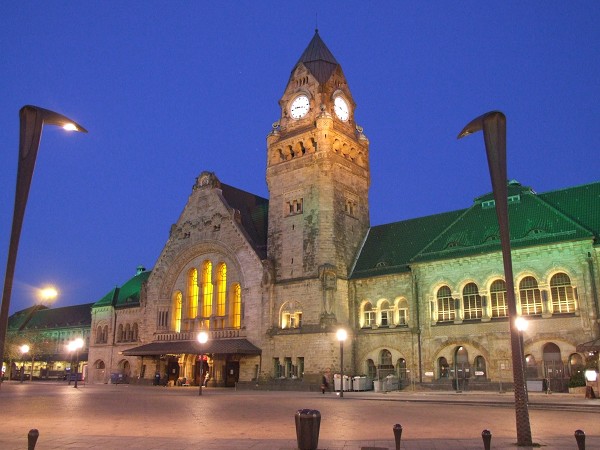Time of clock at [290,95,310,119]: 9:17
